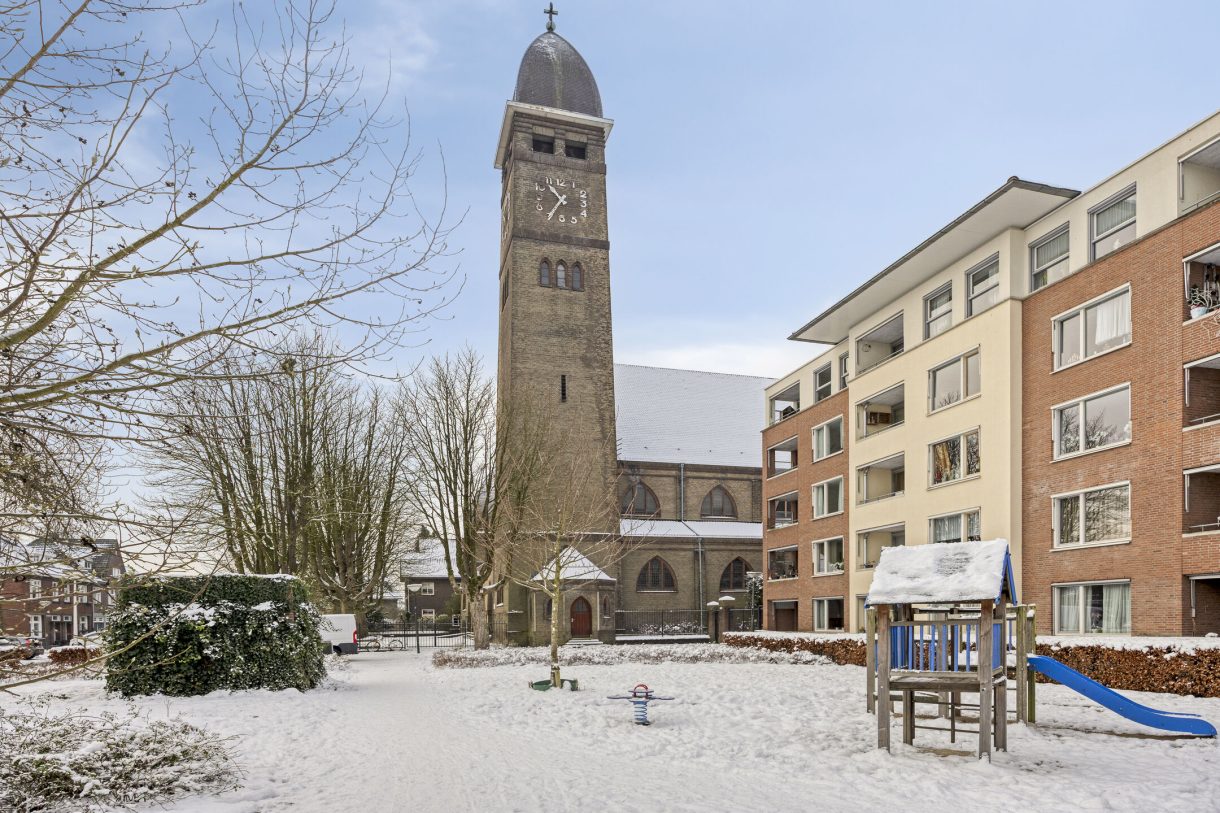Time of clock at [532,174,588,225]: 10:35
